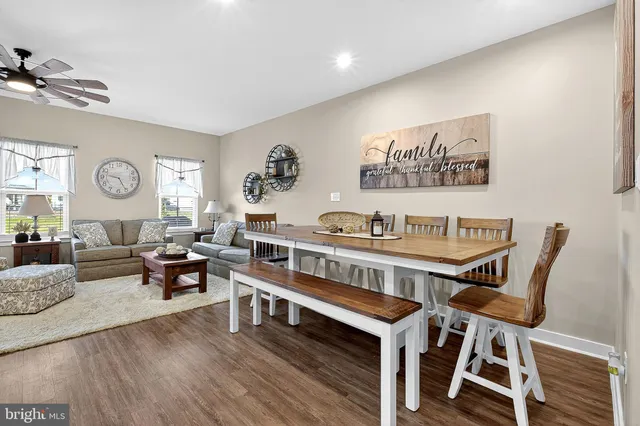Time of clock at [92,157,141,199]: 9:25
